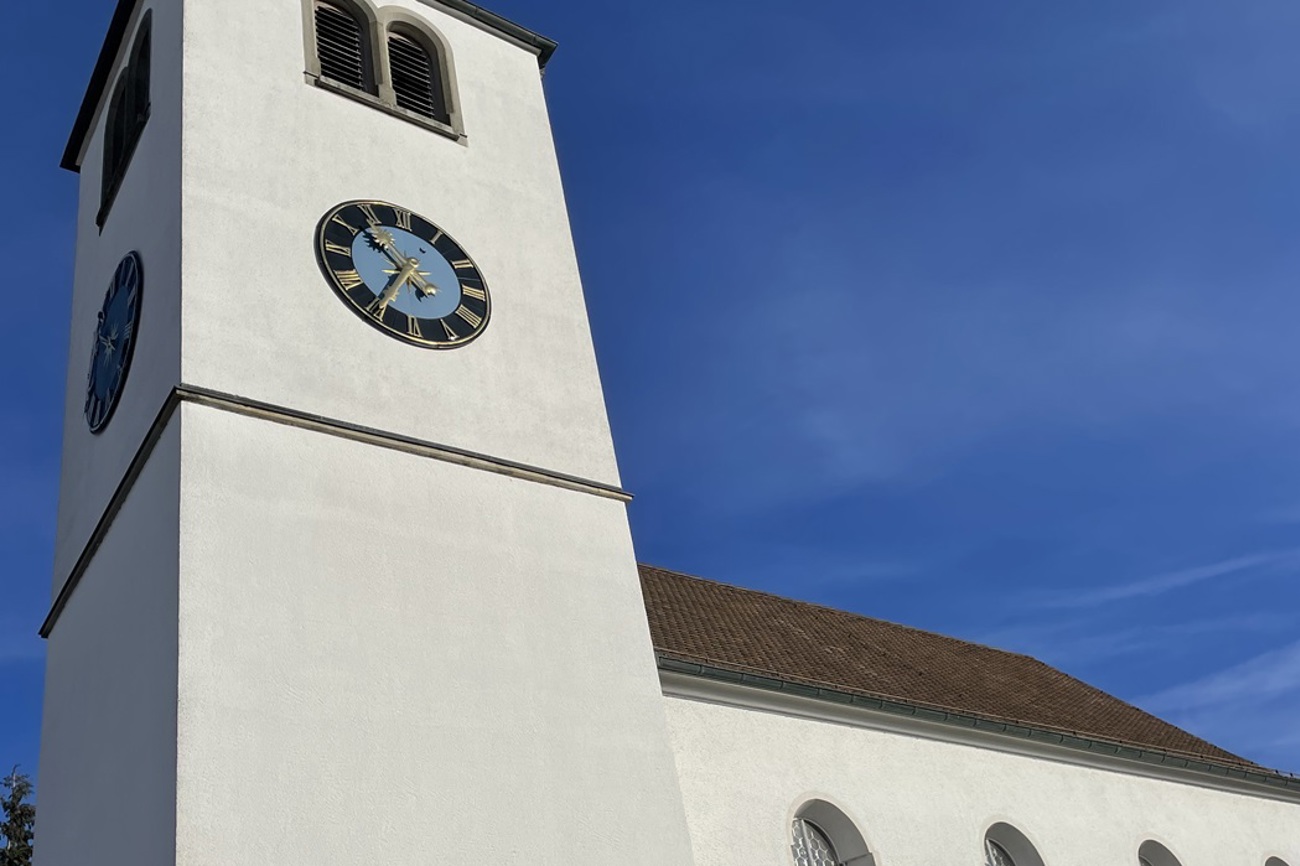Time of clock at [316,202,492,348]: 10:35
